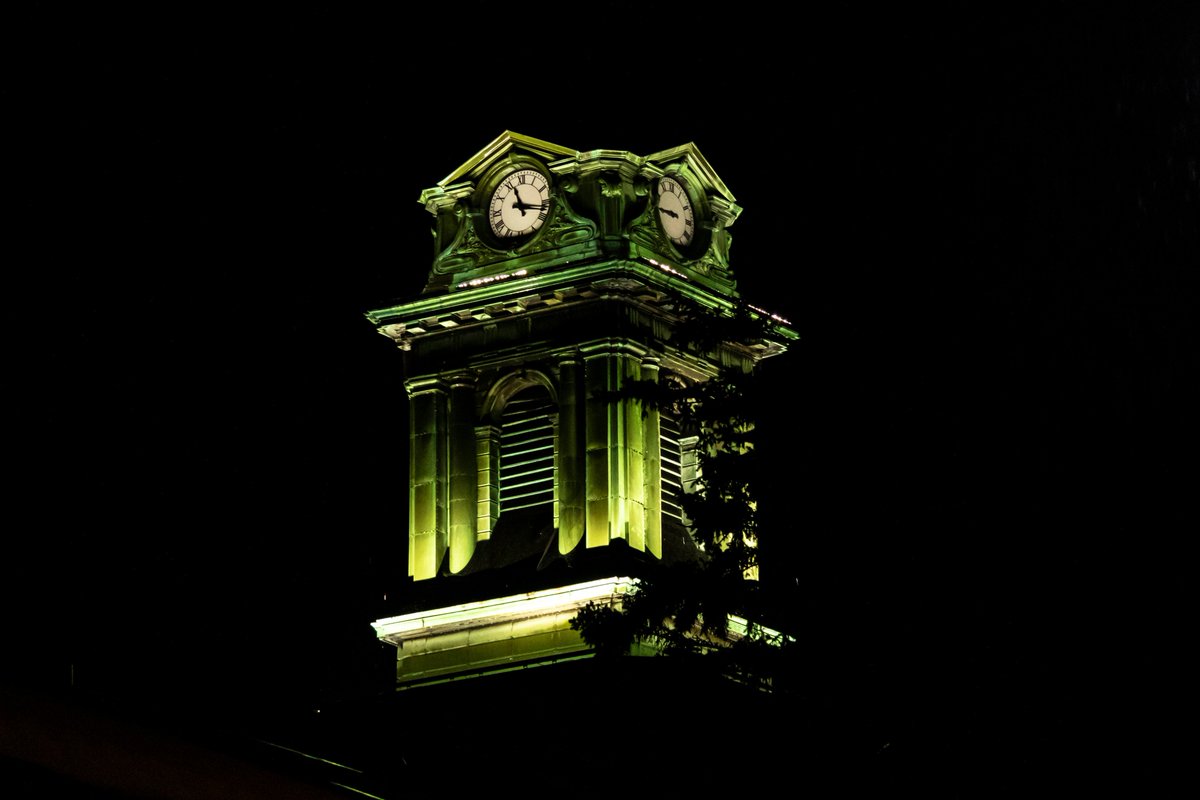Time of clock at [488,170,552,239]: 11:17
